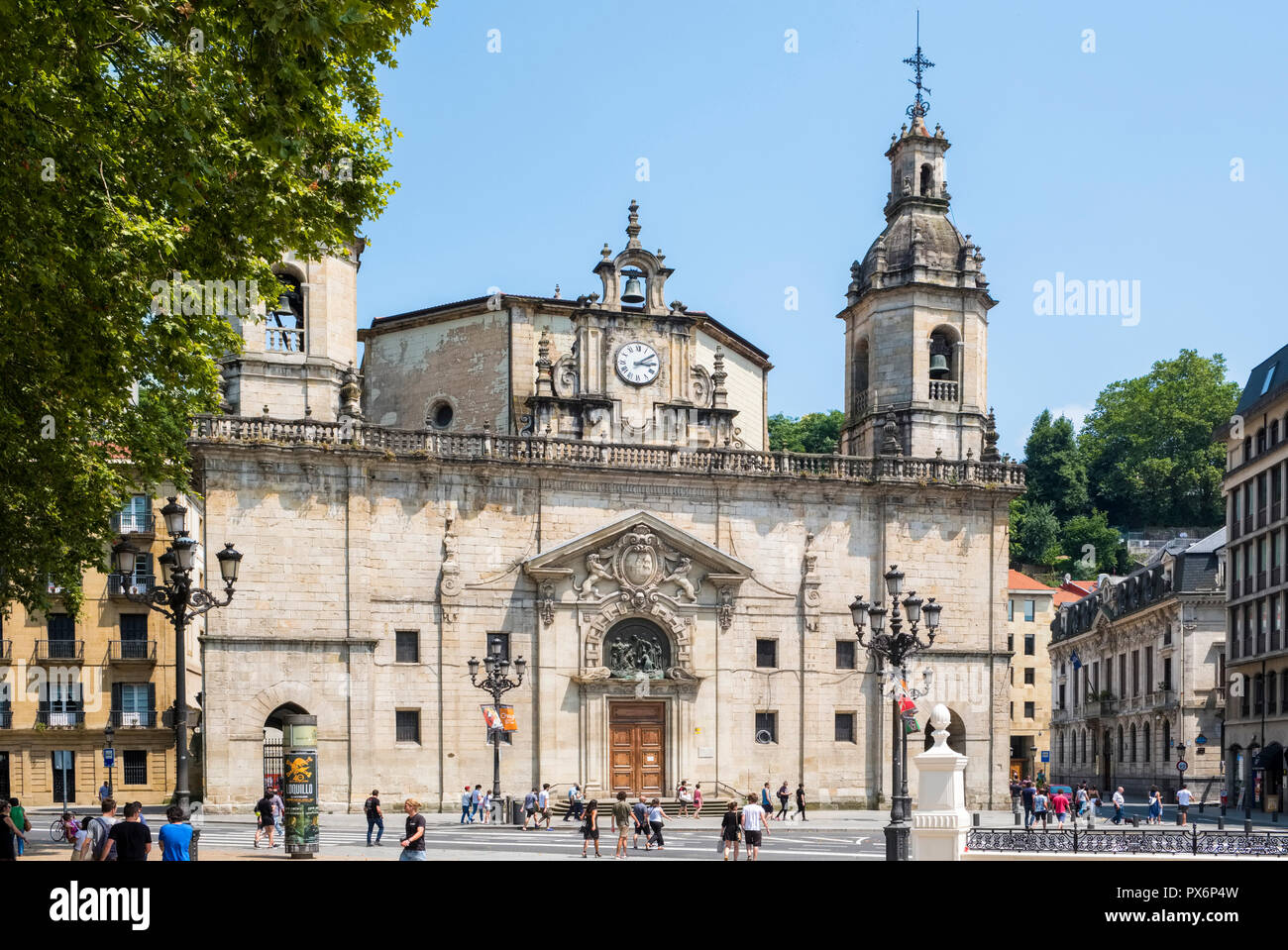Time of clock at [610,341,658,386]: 3:09
